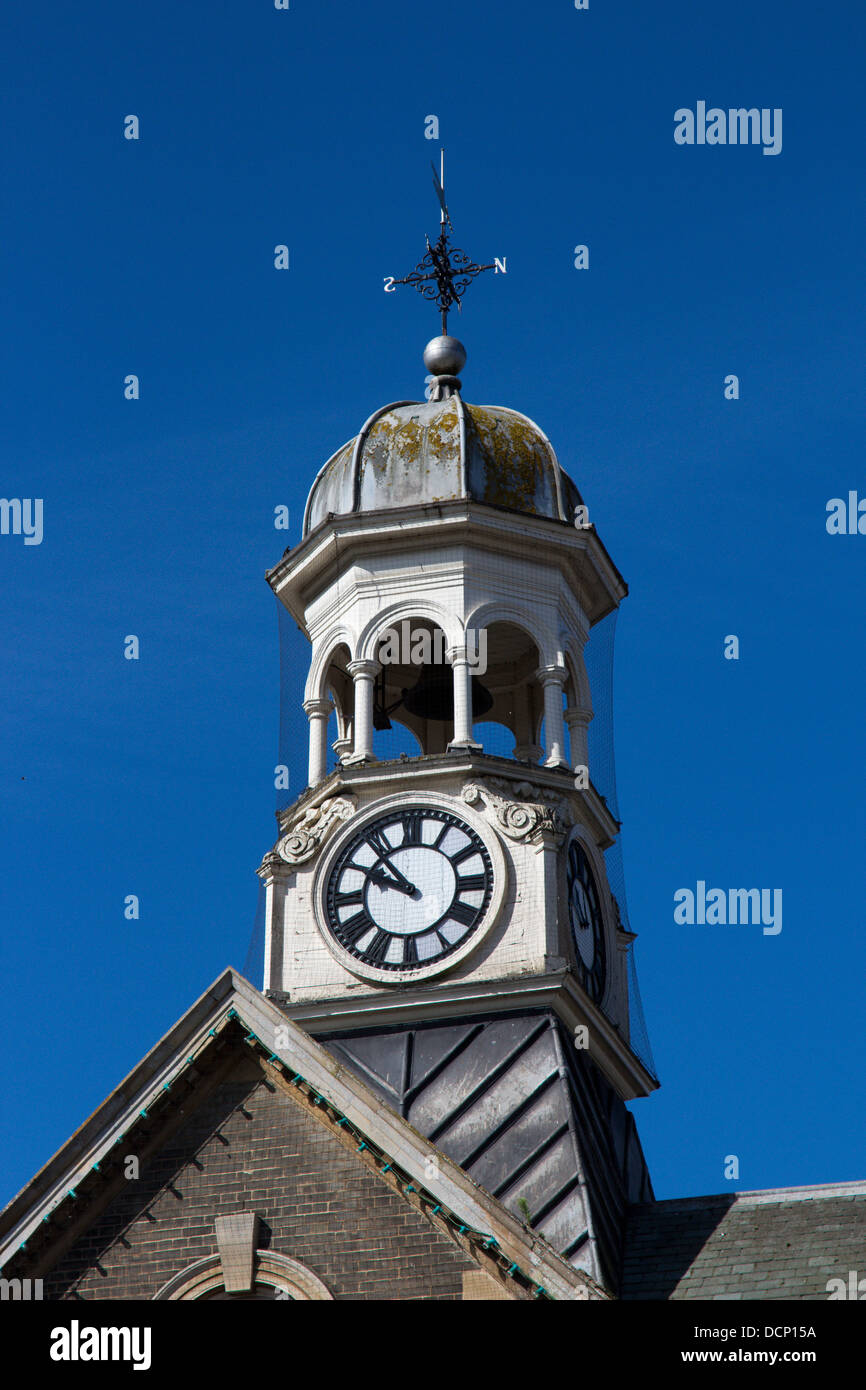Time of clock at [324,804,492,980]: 9:53
